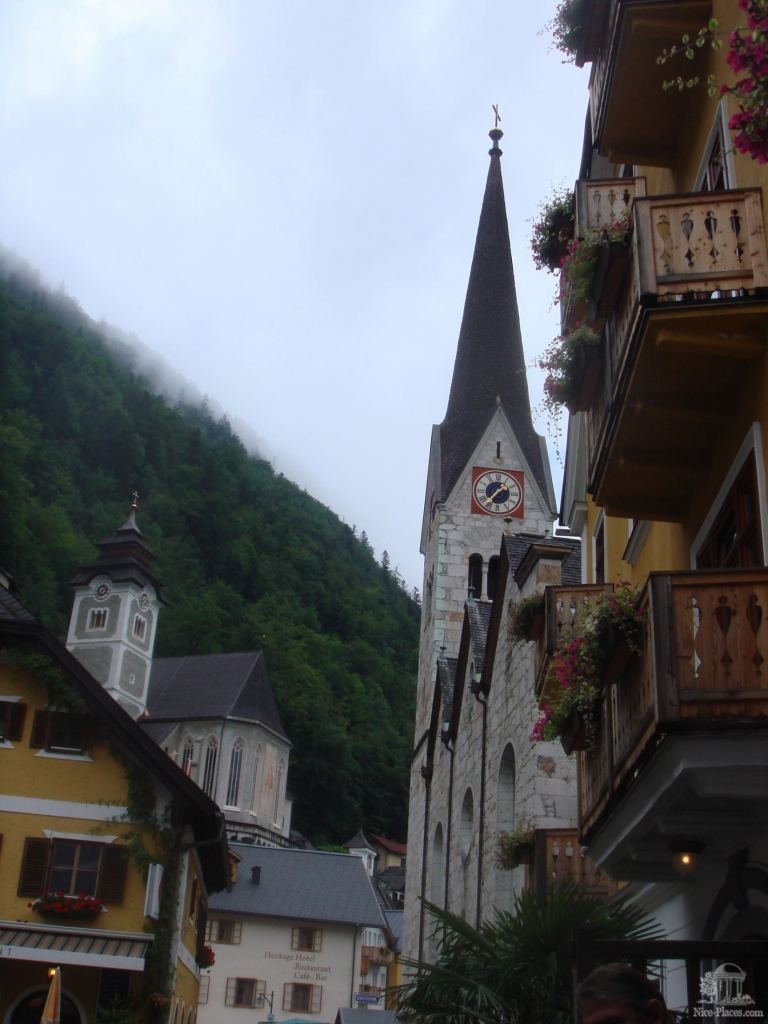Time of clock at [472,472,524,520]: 1:36
